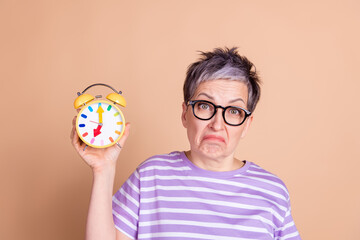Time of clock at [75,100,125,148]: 7:00
